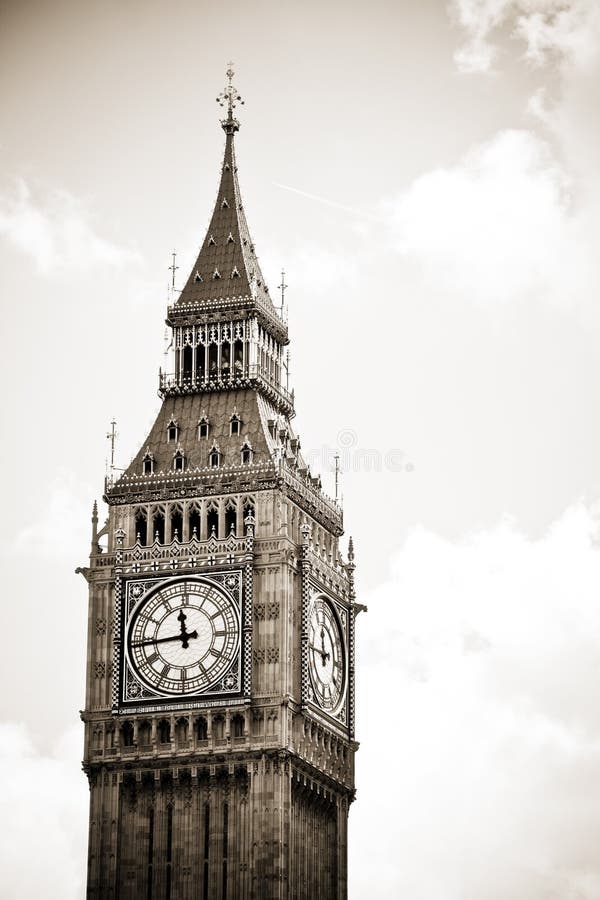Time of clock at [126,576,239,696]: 11:43
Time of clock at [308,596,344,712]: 11:46
